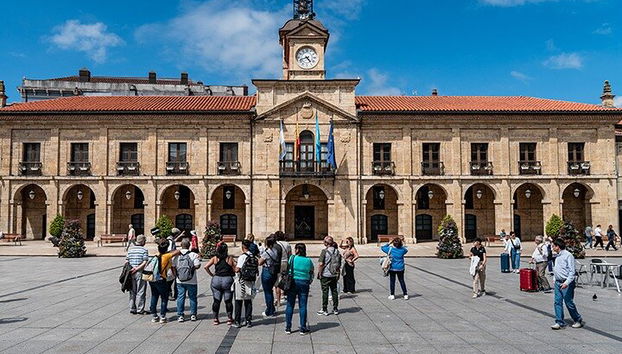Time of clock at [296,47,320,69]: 4:42
